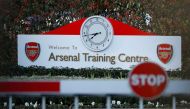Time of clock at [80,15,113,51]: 7:43
